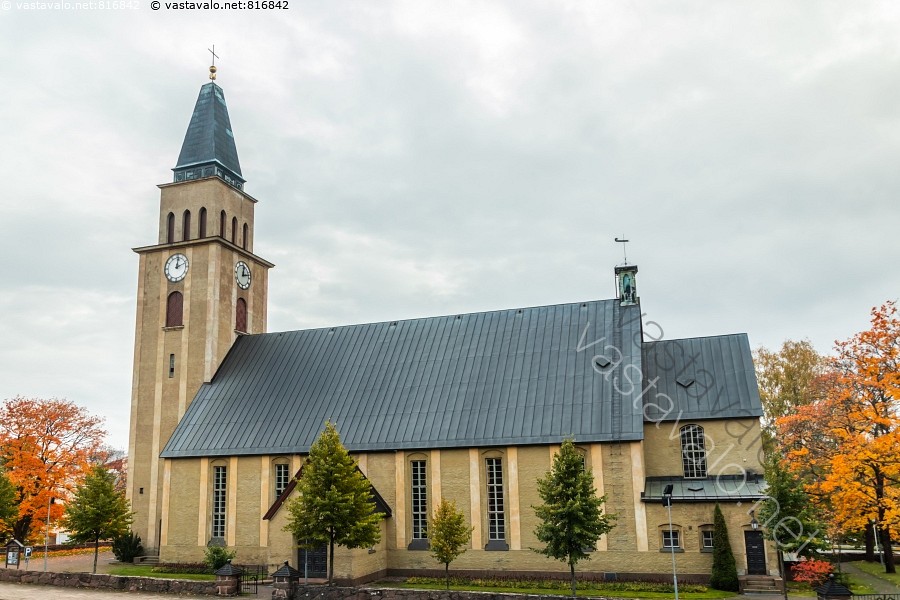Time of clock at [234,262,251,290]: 12:12
